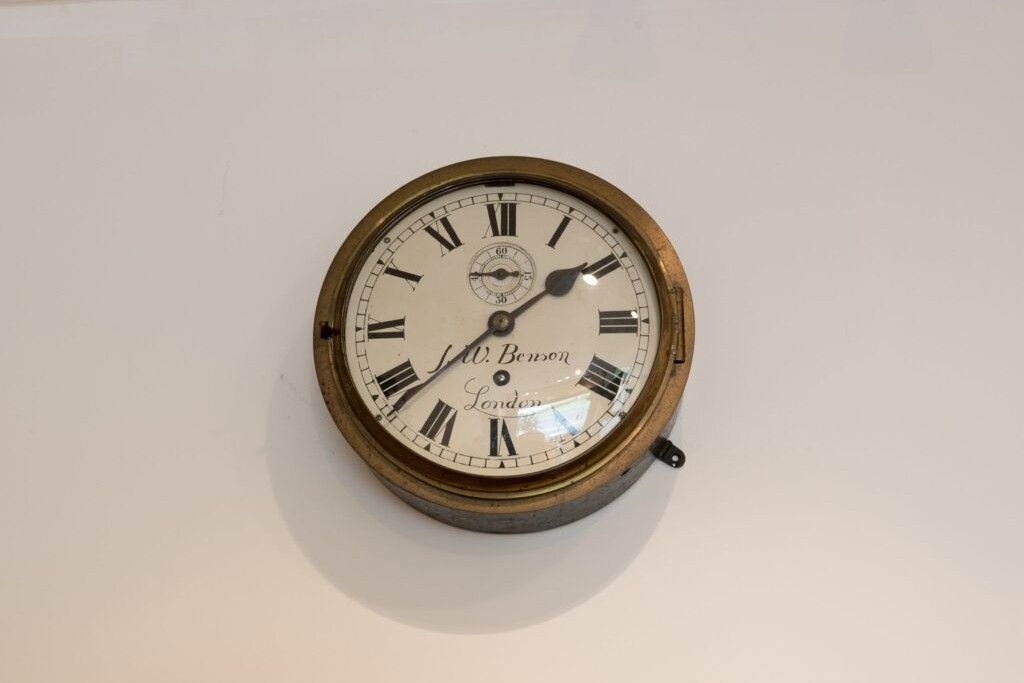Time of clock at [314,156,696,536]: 1:38
